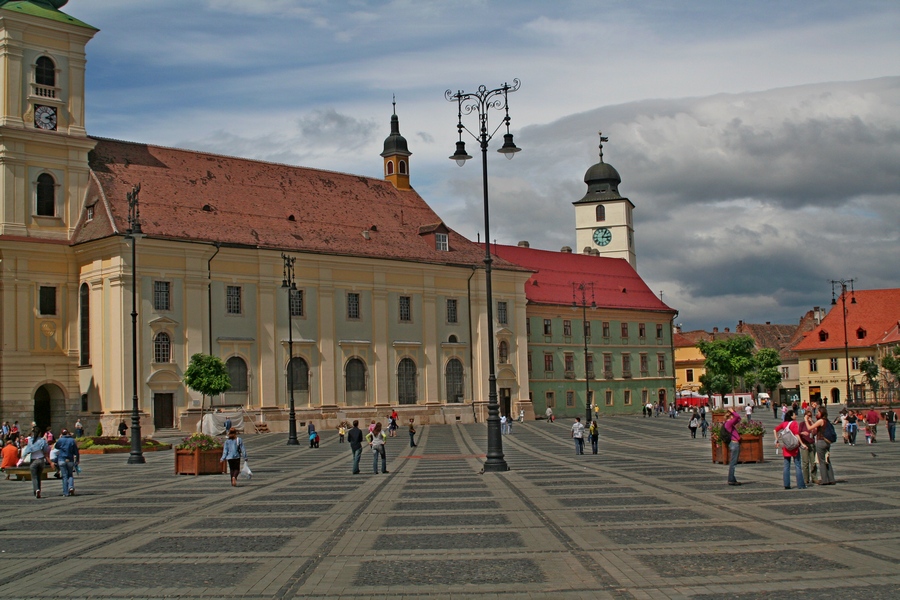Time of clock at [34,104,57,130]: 3:09
